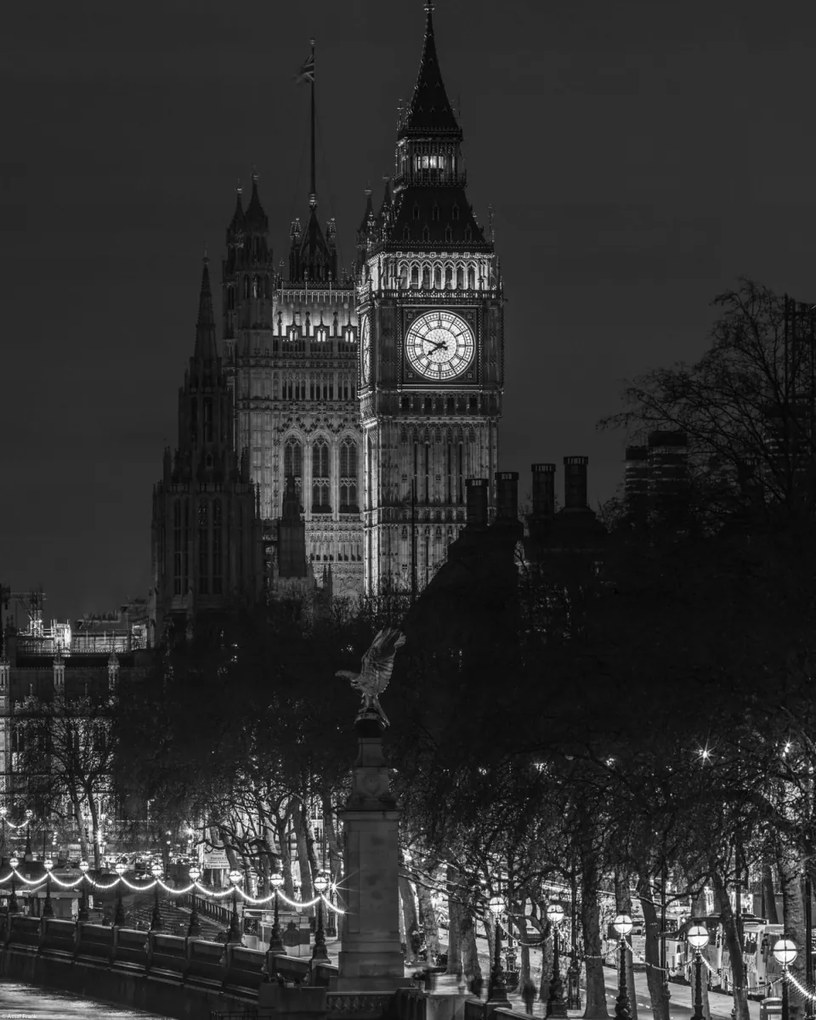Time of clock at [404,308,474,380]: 7:48
